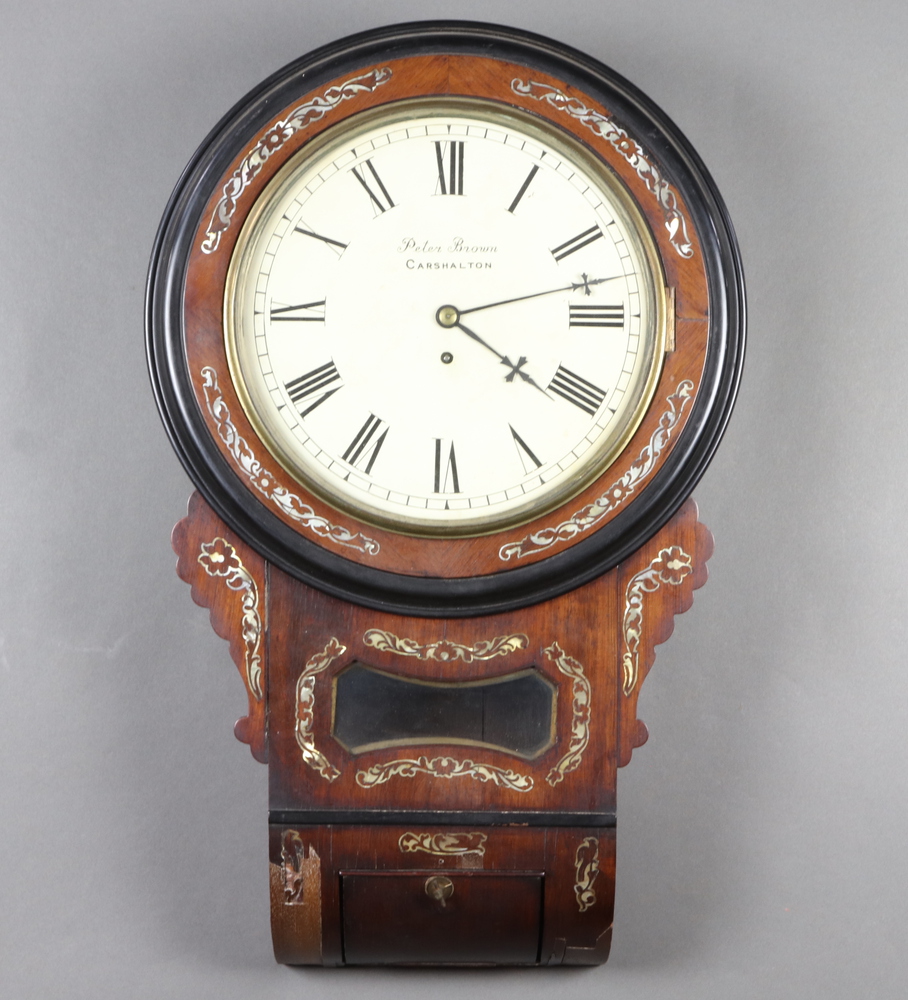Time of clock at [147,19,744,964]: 4:12
